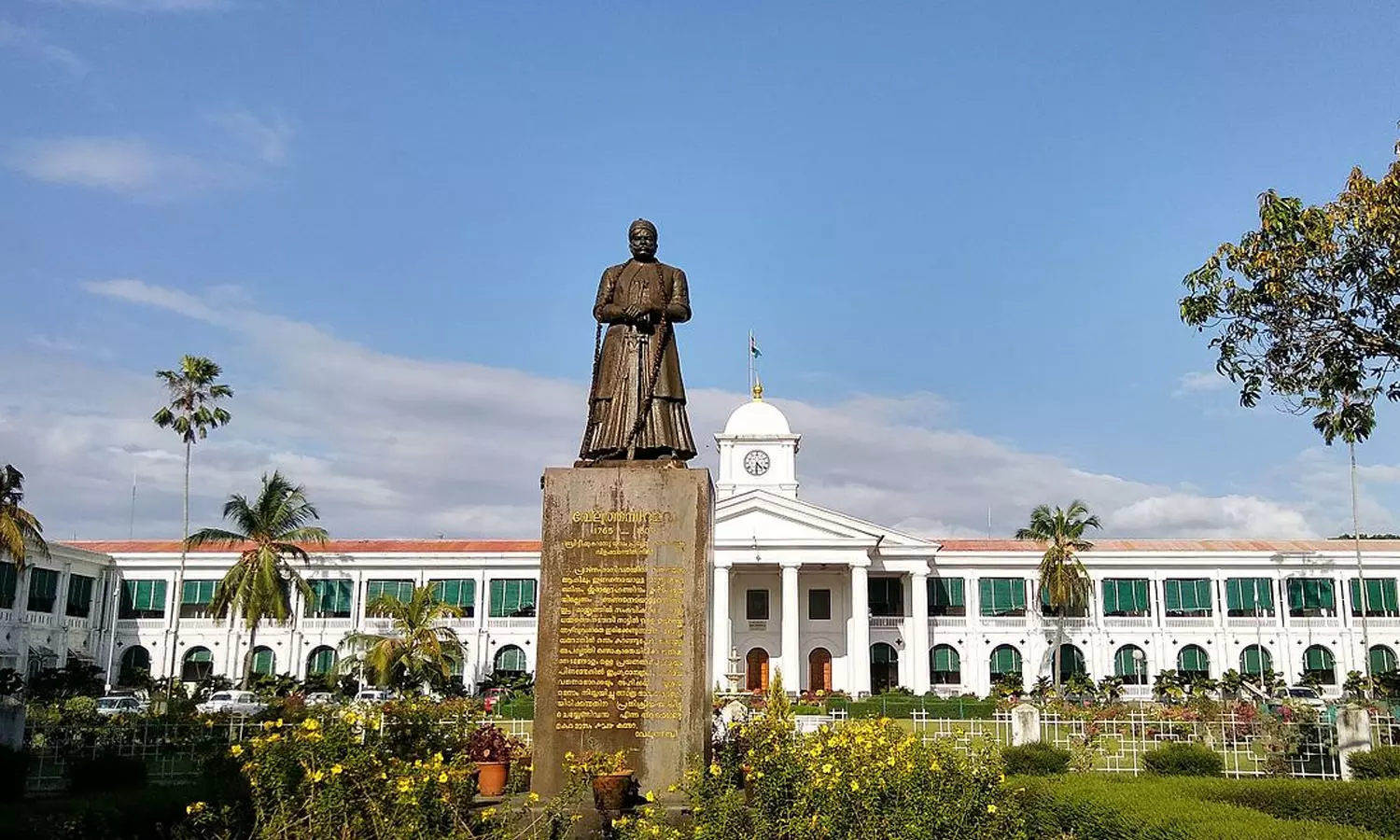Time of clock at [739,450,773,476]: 4:30
